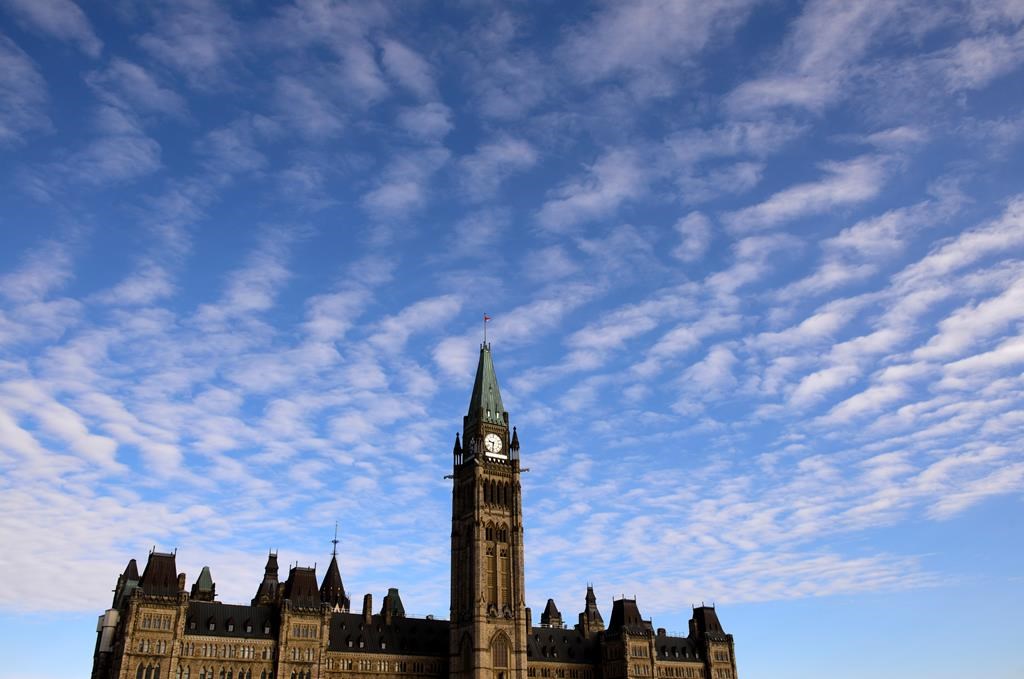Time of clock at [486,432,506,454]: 9:32
